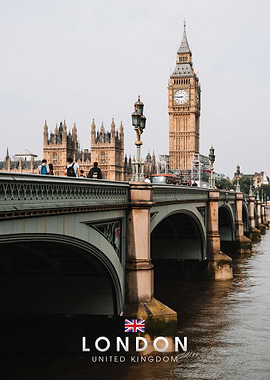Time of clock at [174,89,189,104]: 8:45
